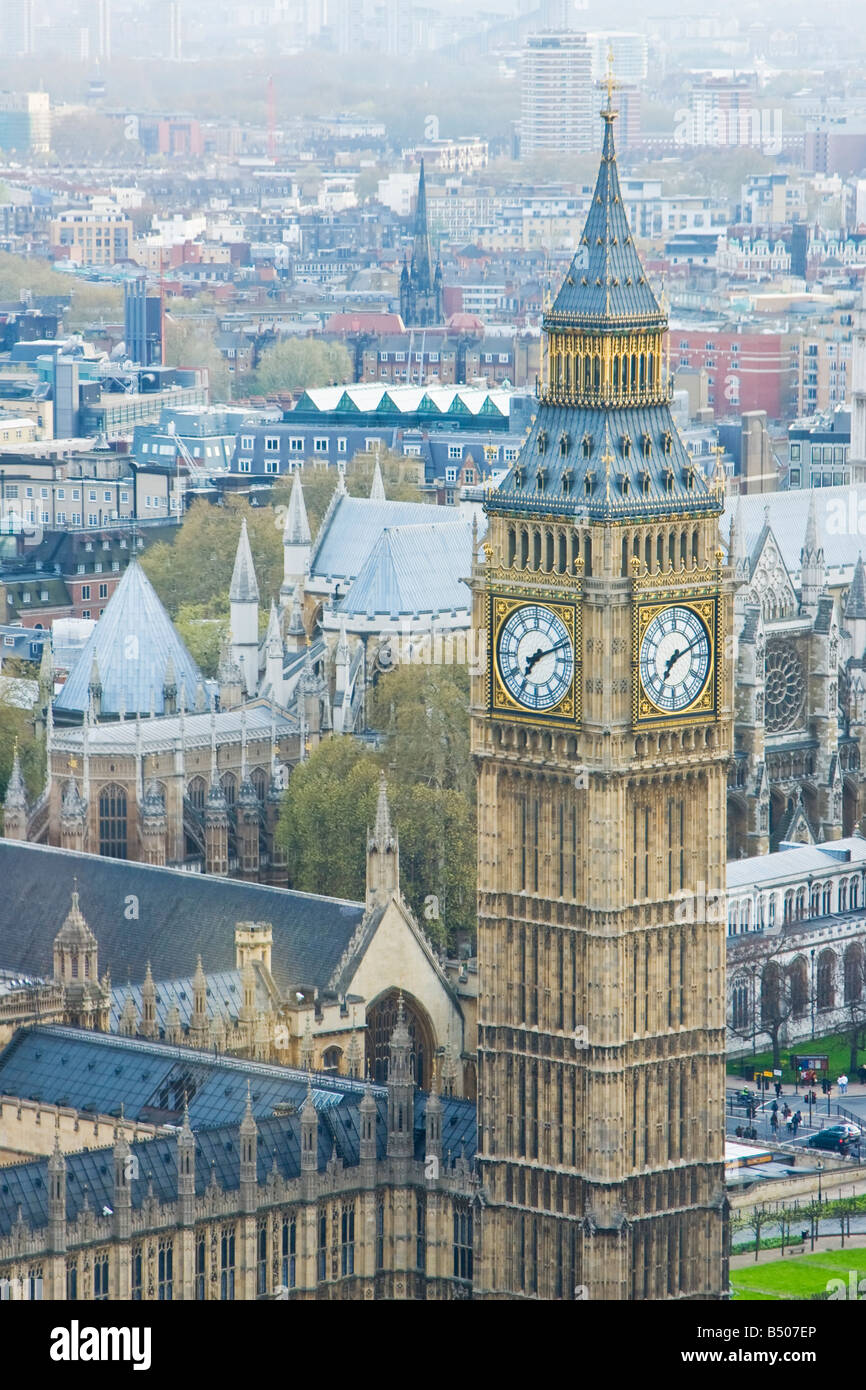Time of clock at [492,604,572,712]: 7:11
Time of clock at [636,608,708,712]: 7:11
